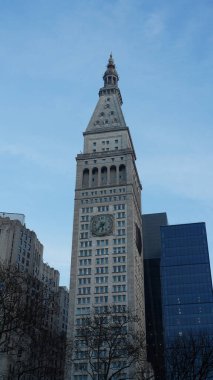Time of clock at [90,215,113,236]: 5:37
